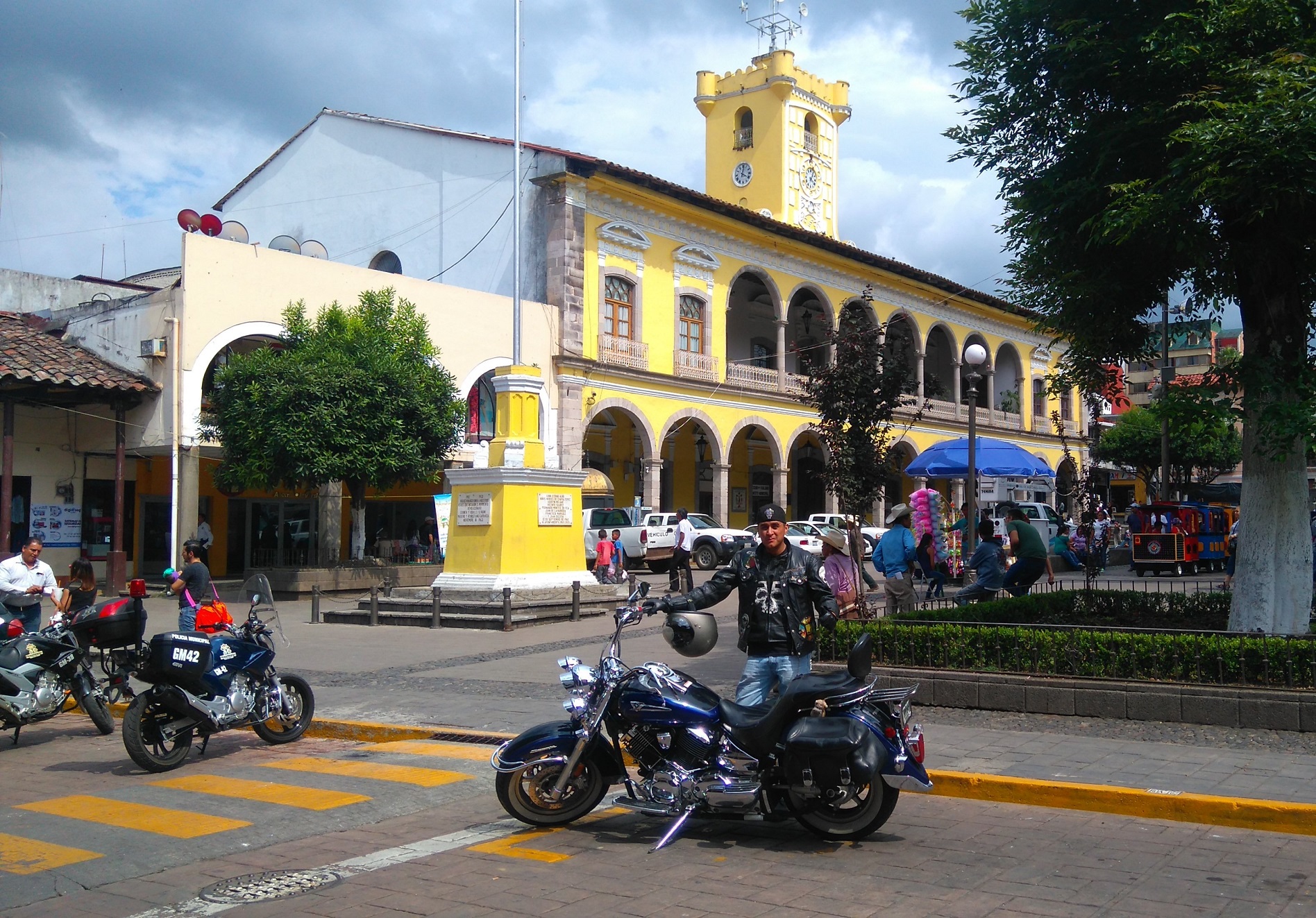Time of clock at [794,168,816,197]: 4:04
